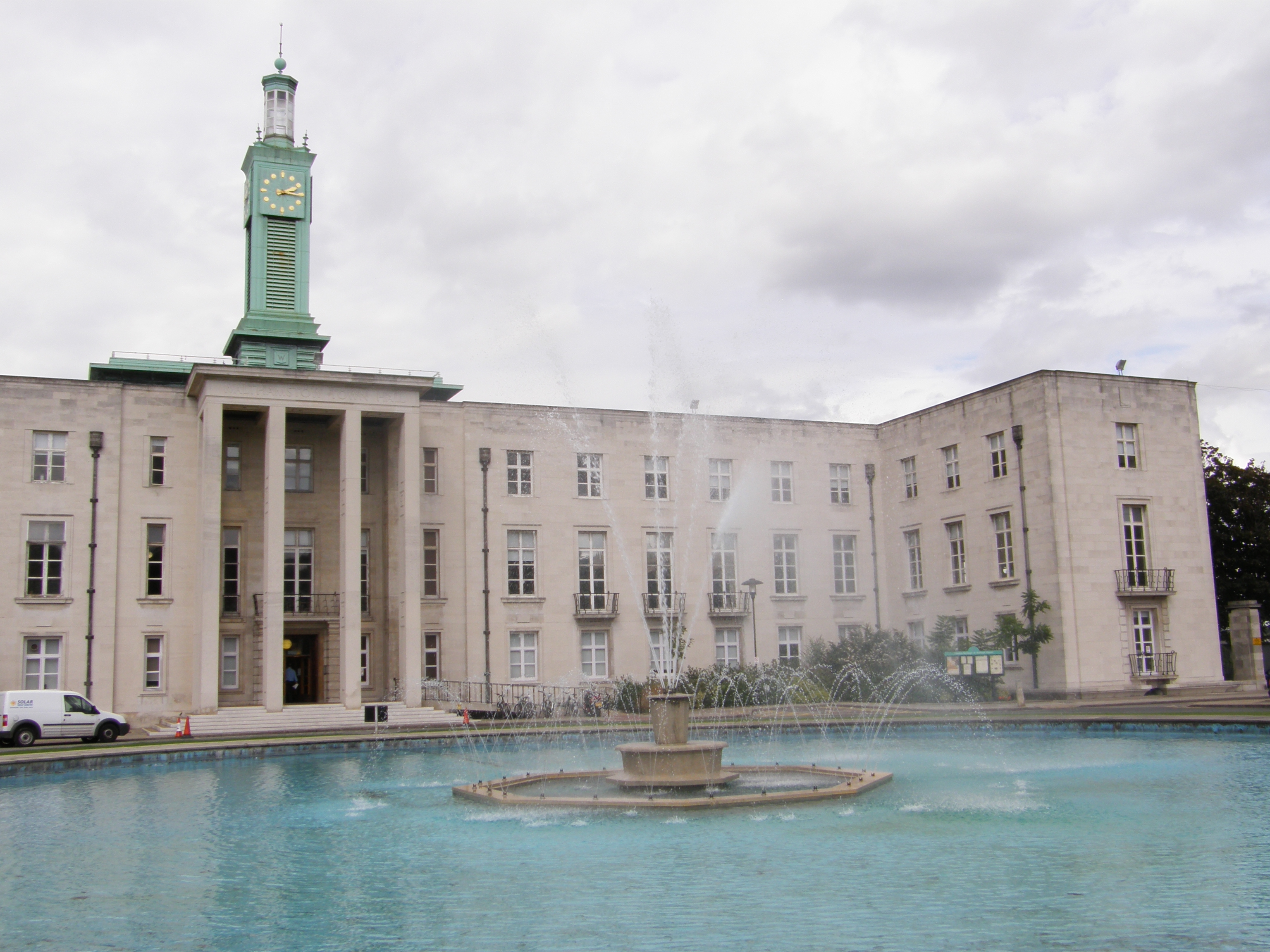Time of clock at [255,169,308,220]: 2:15
